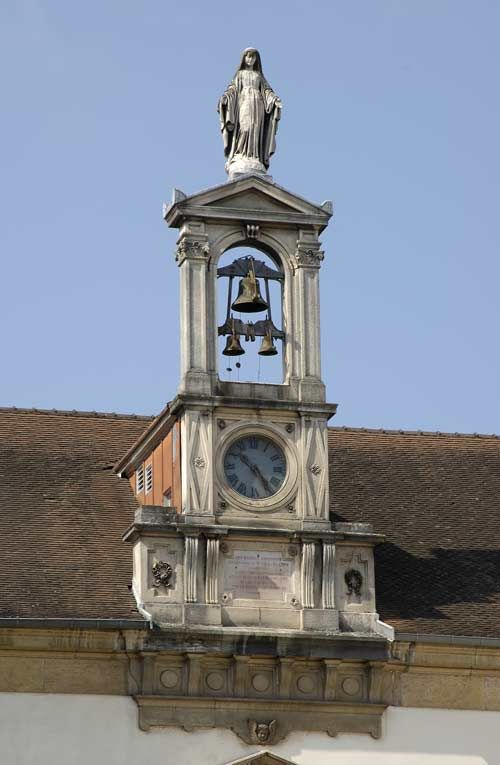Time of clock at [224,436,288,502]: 10:24
